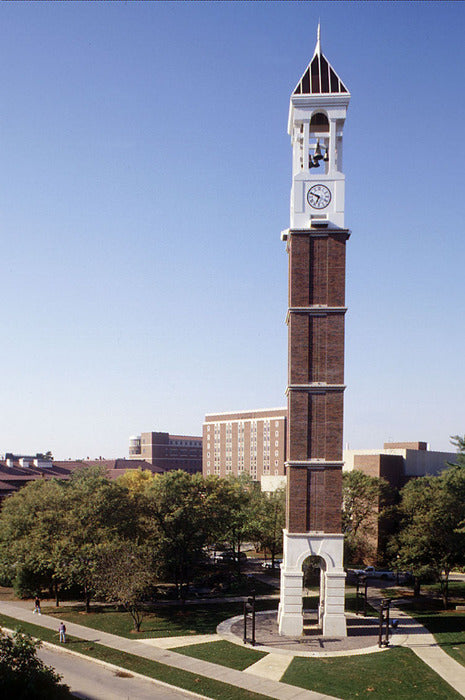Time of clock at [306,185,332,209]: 6:48
